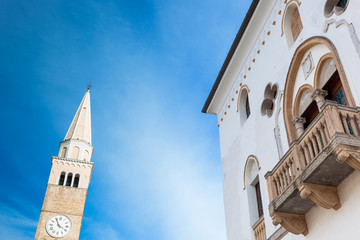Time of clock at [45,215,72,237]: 3:55
